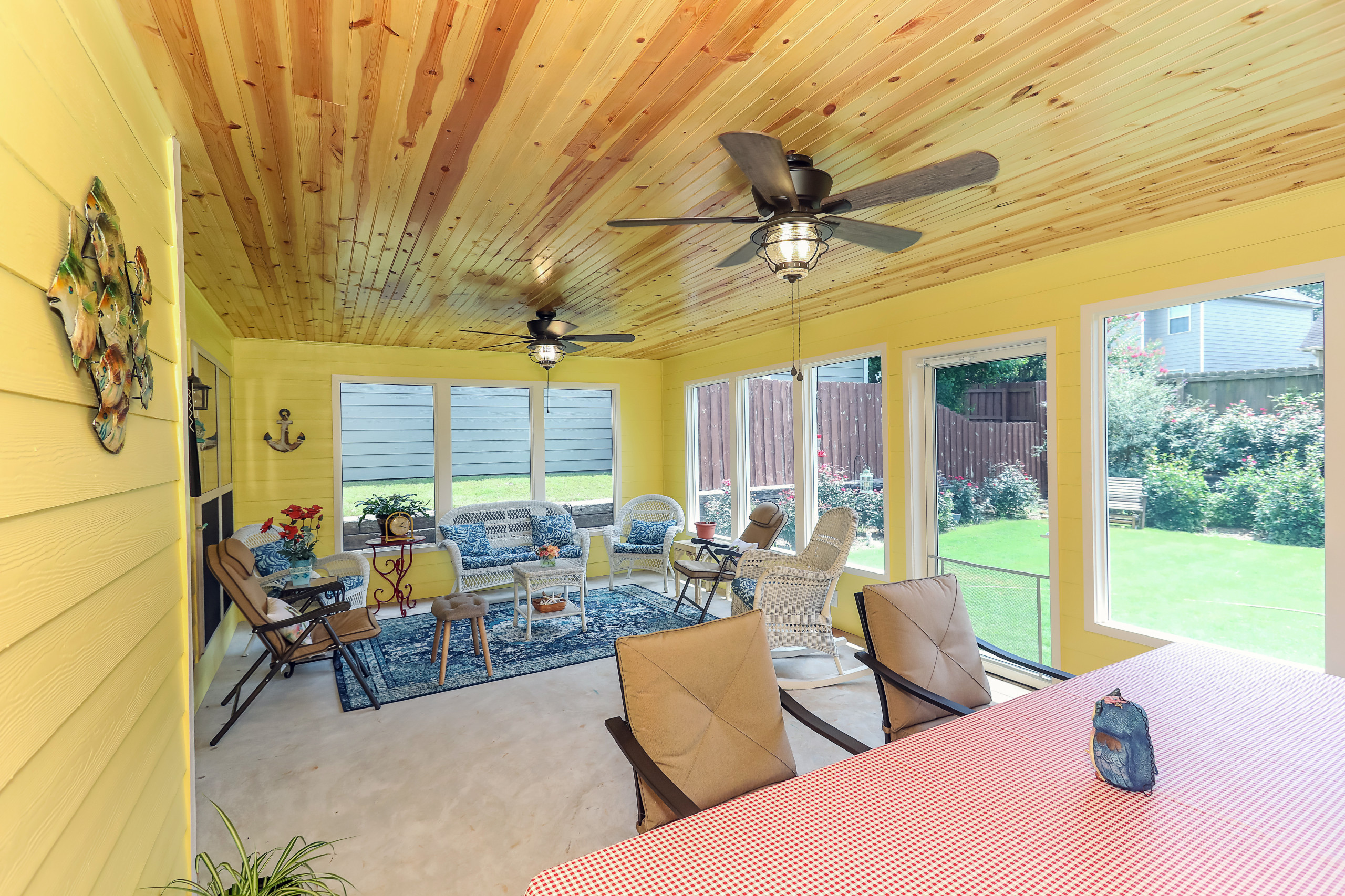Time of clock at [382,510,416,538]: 1:18
